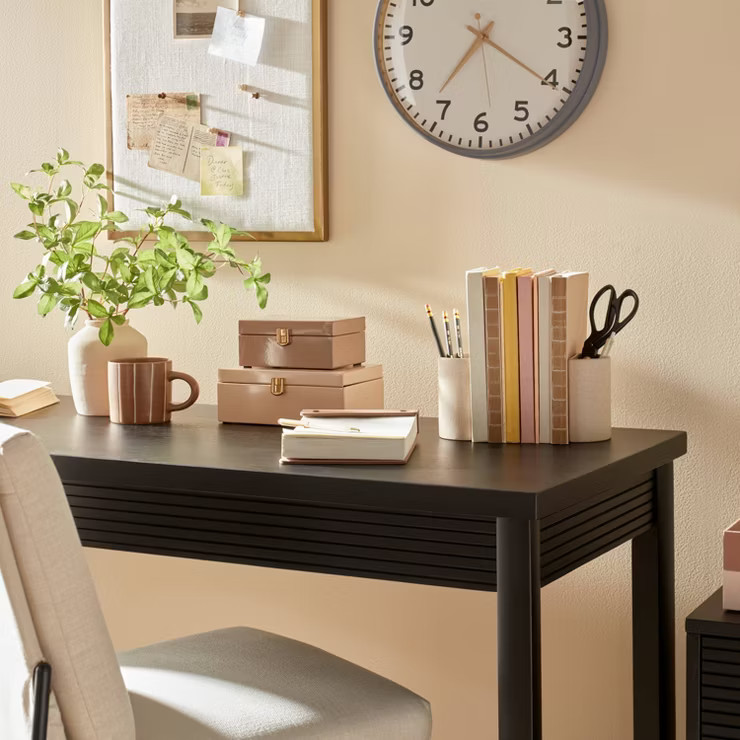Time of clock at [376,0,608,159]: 7:20
